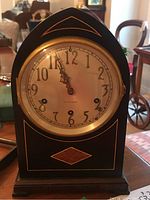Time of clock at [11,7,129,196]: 10:56
